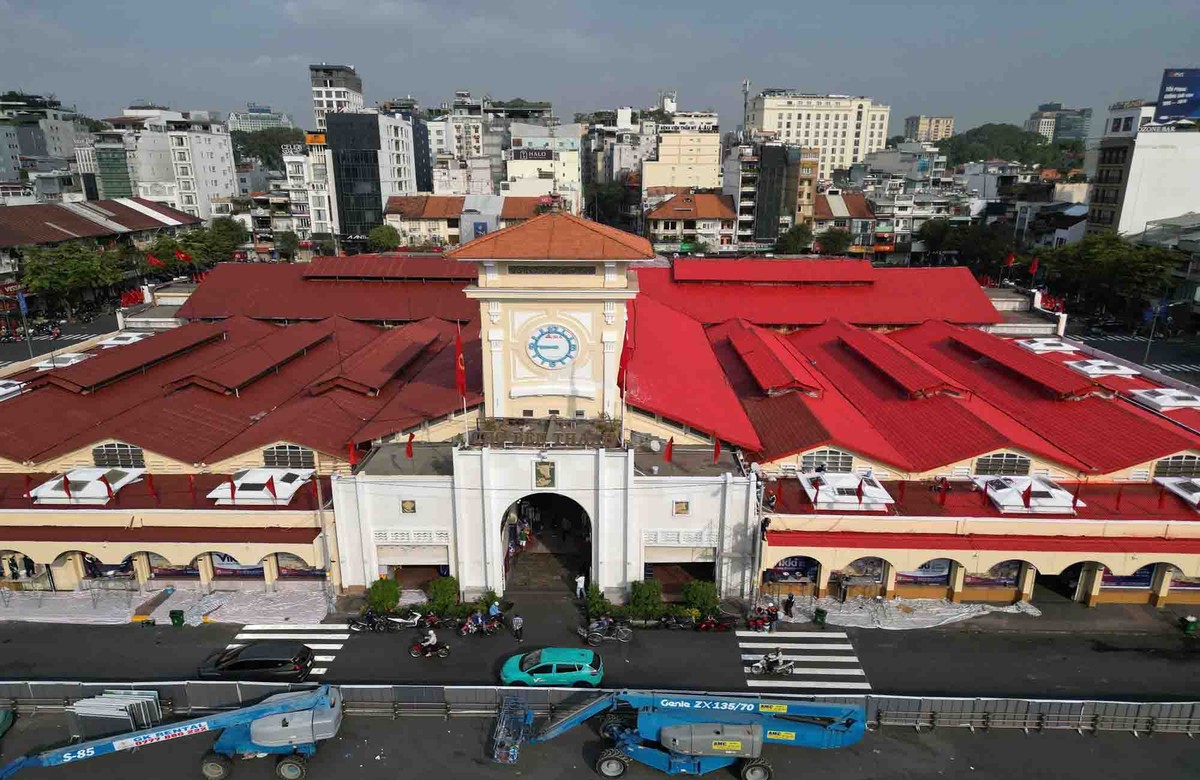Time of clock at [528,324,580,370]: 8:45
